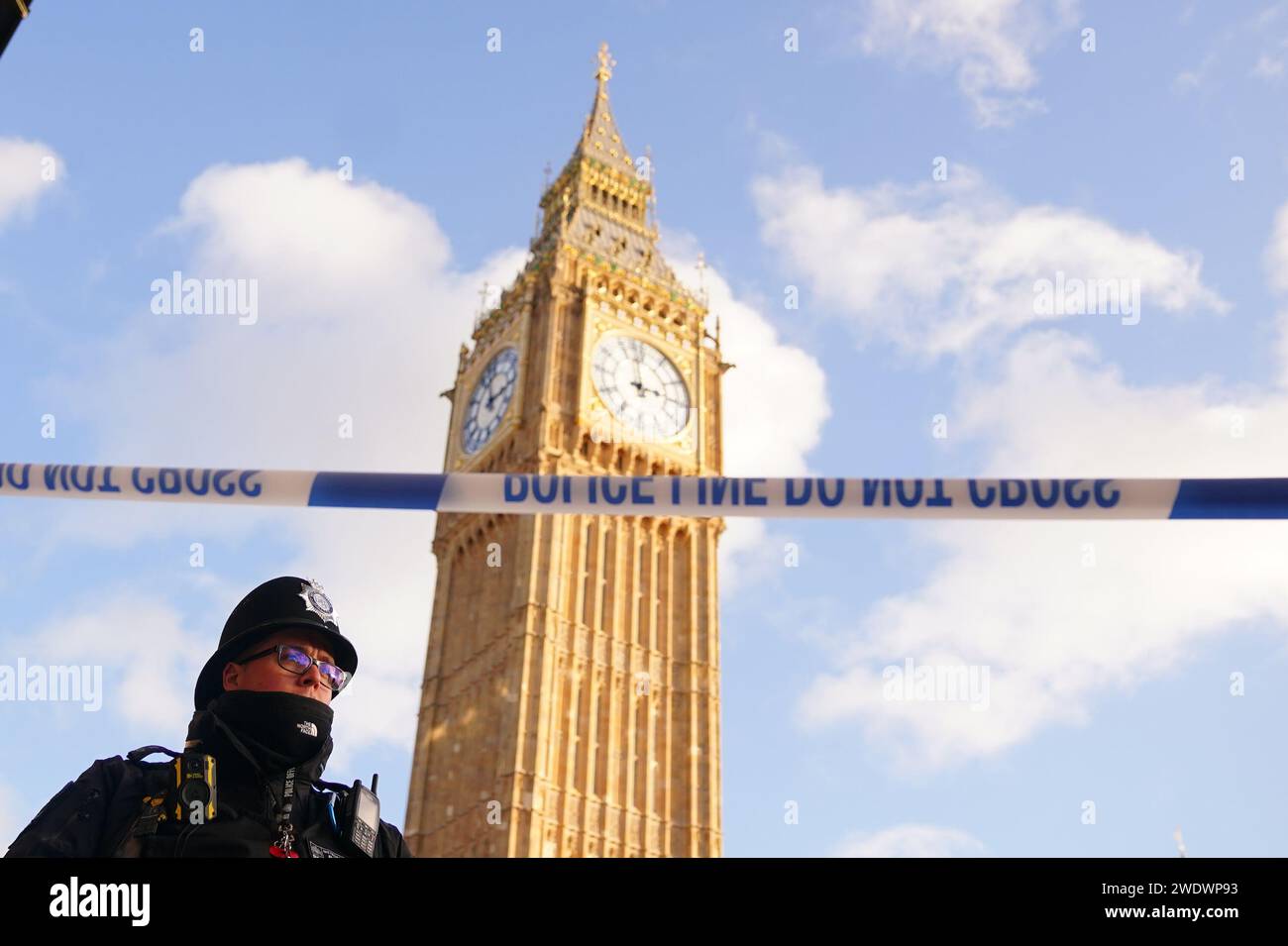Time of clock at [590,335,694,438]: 2:58
